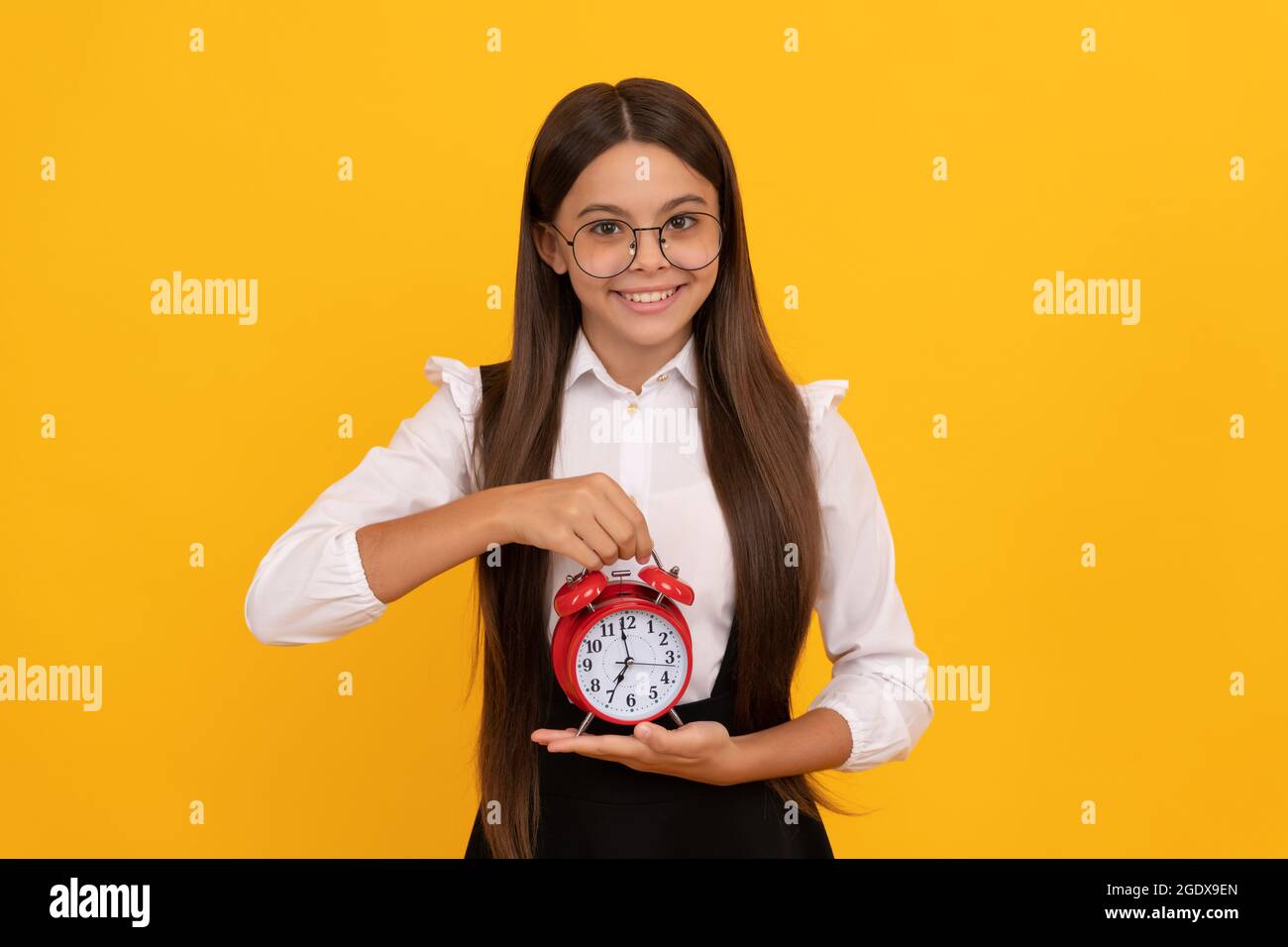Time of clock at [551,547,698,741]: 6:58
